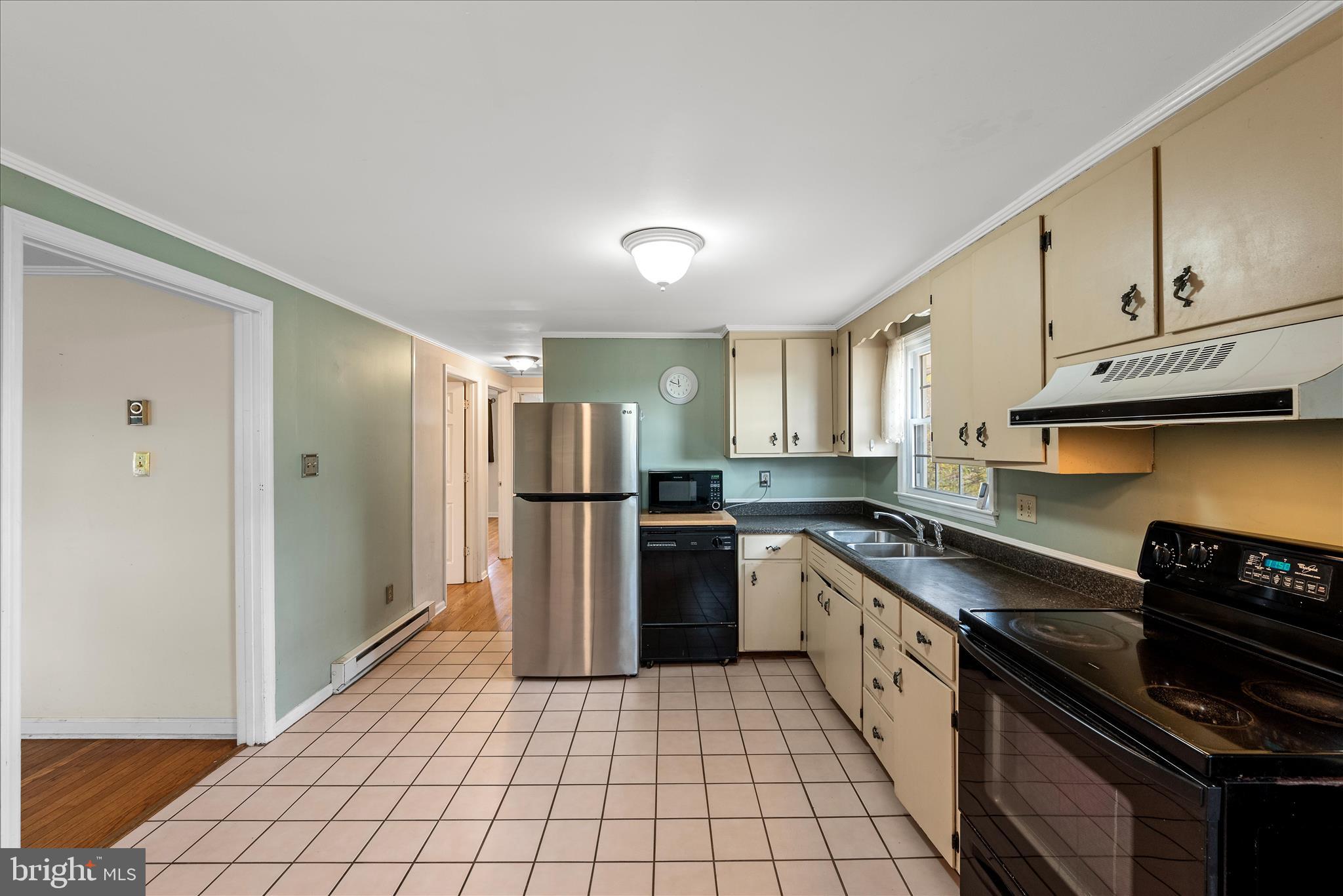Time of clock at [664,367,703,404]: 11:48
